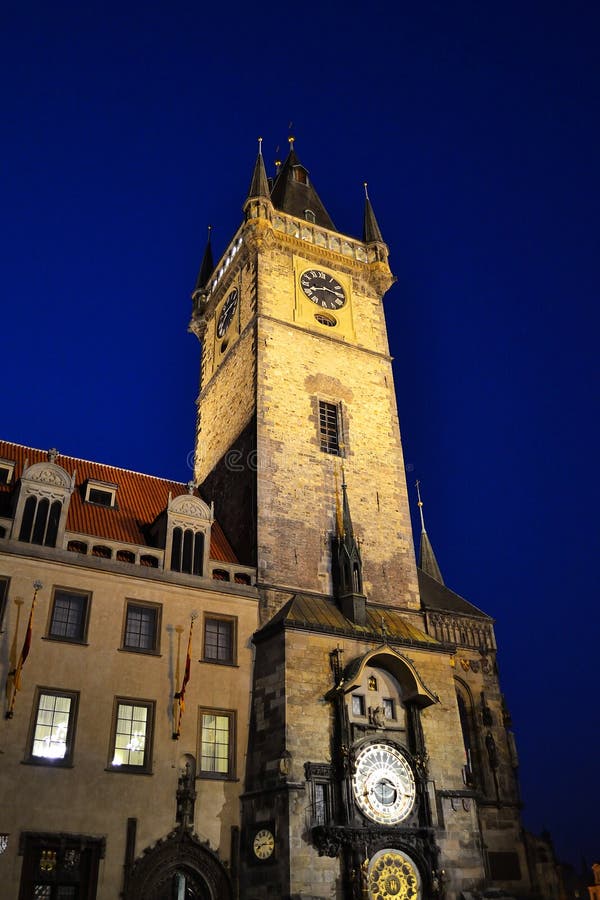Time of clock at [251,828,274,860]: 8:16
